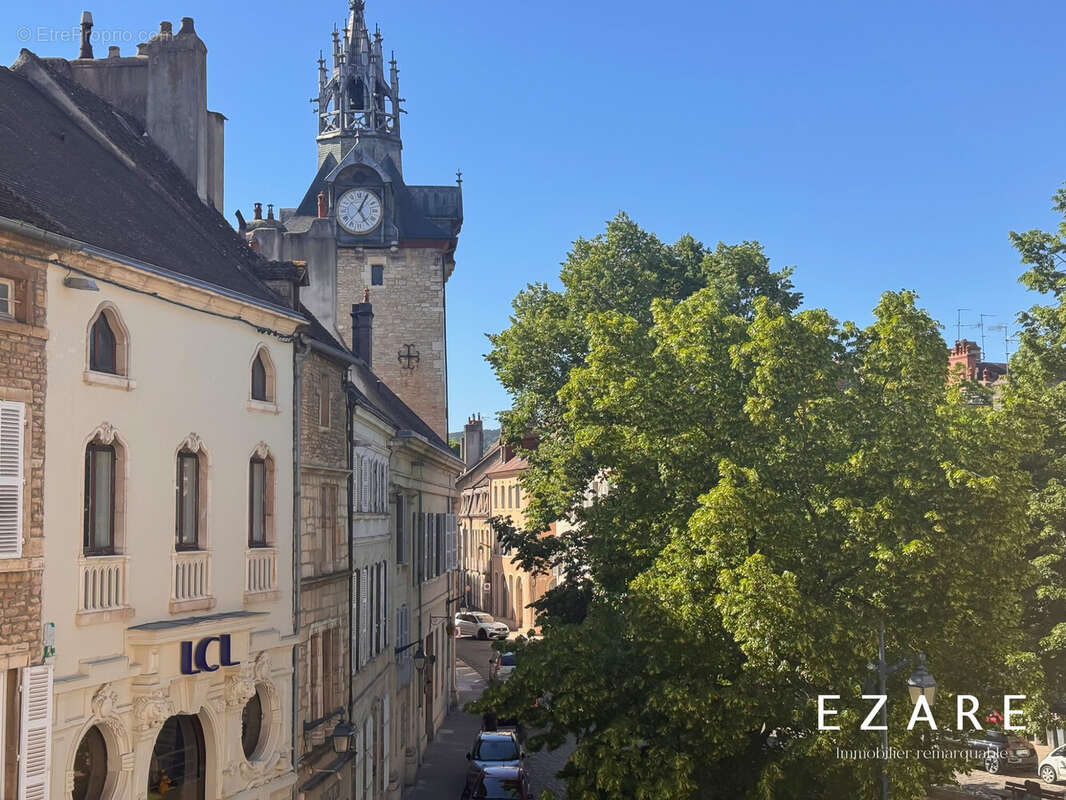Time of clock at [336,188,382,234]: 5:04
